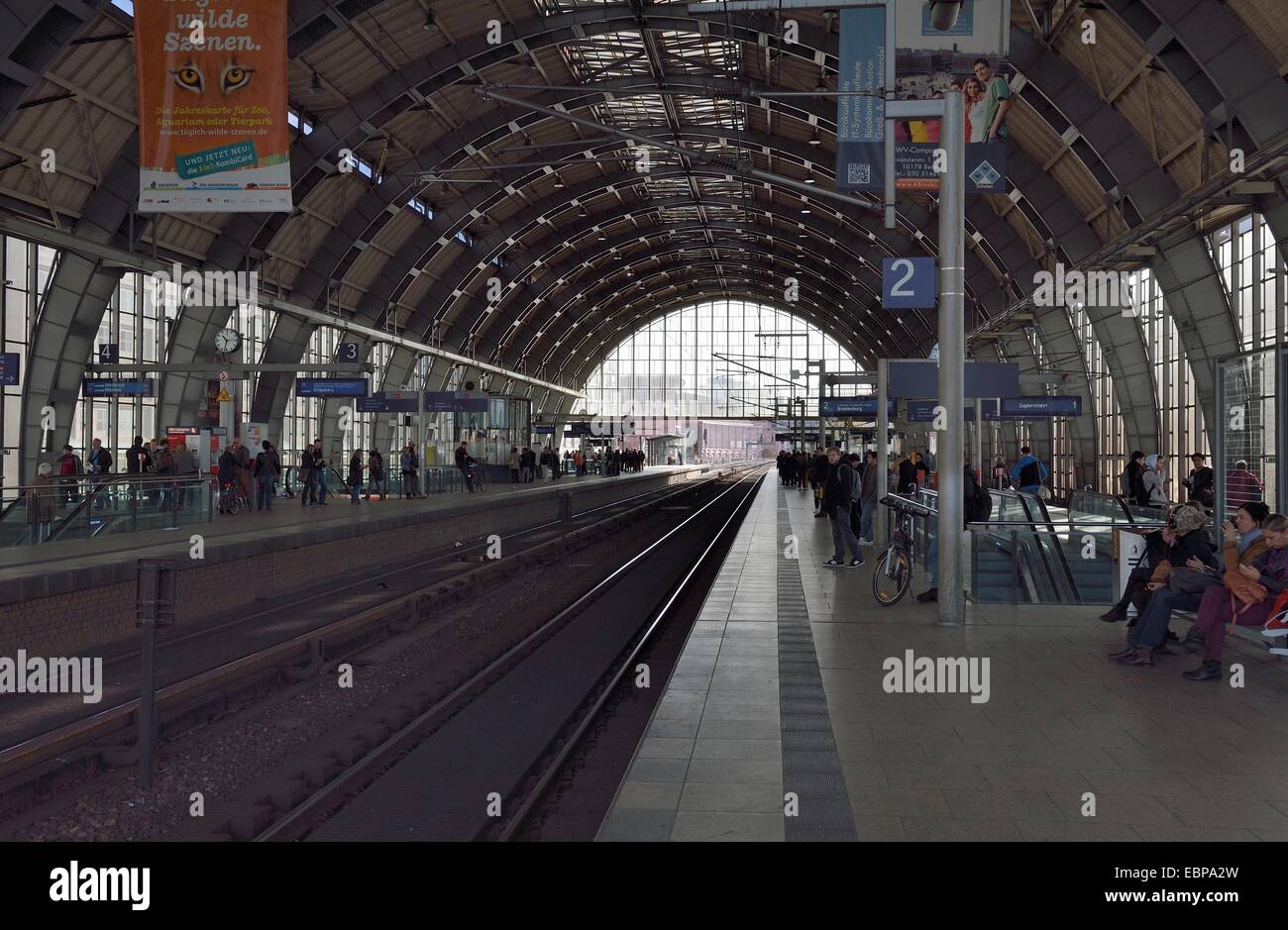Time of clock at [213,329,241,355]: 10:32
